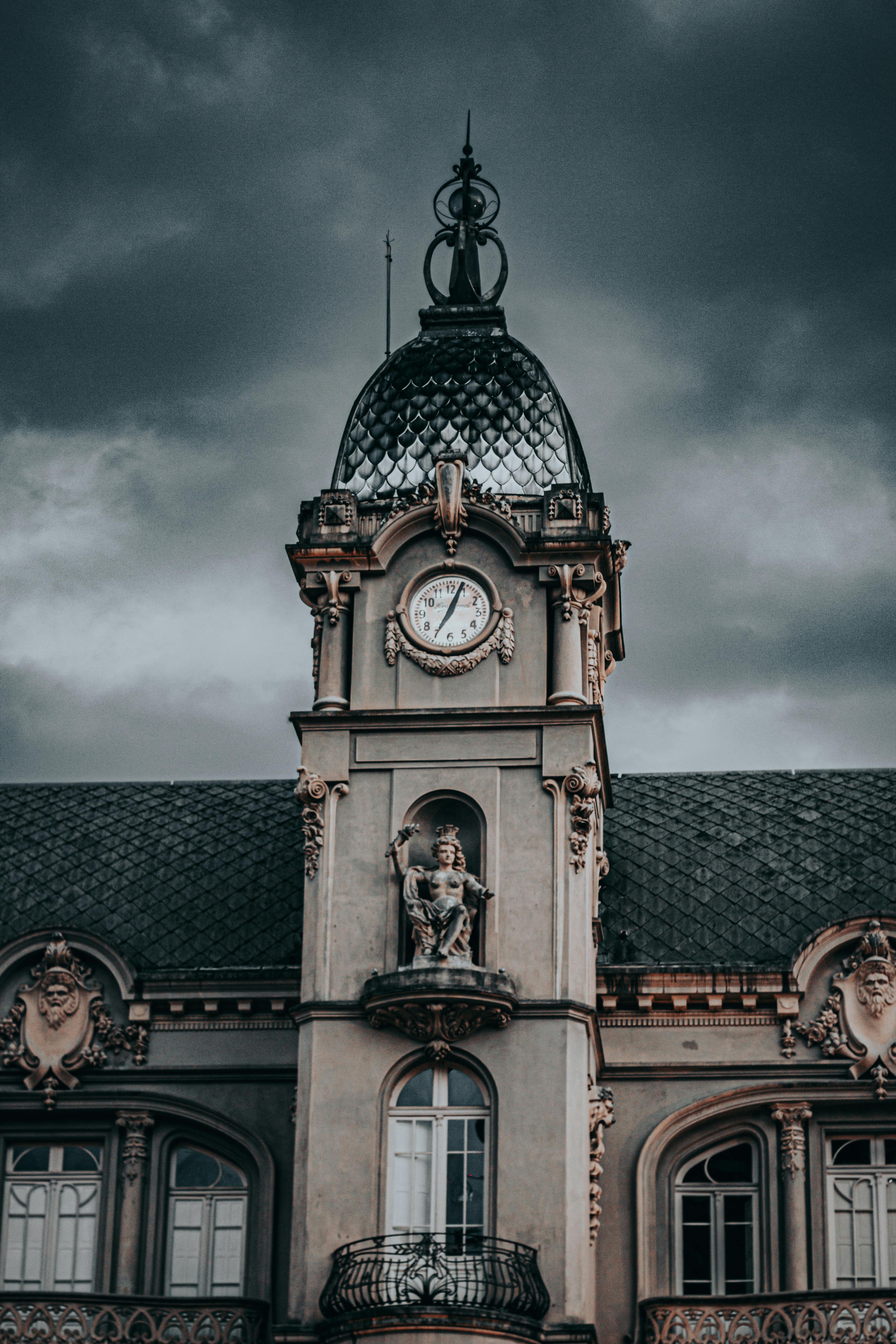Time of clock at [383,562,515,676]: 7:04
